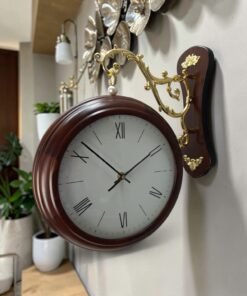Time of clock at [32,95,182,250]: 1:52
